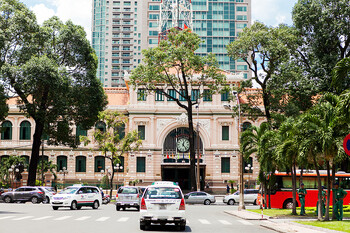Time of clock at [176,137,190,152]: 12:23
